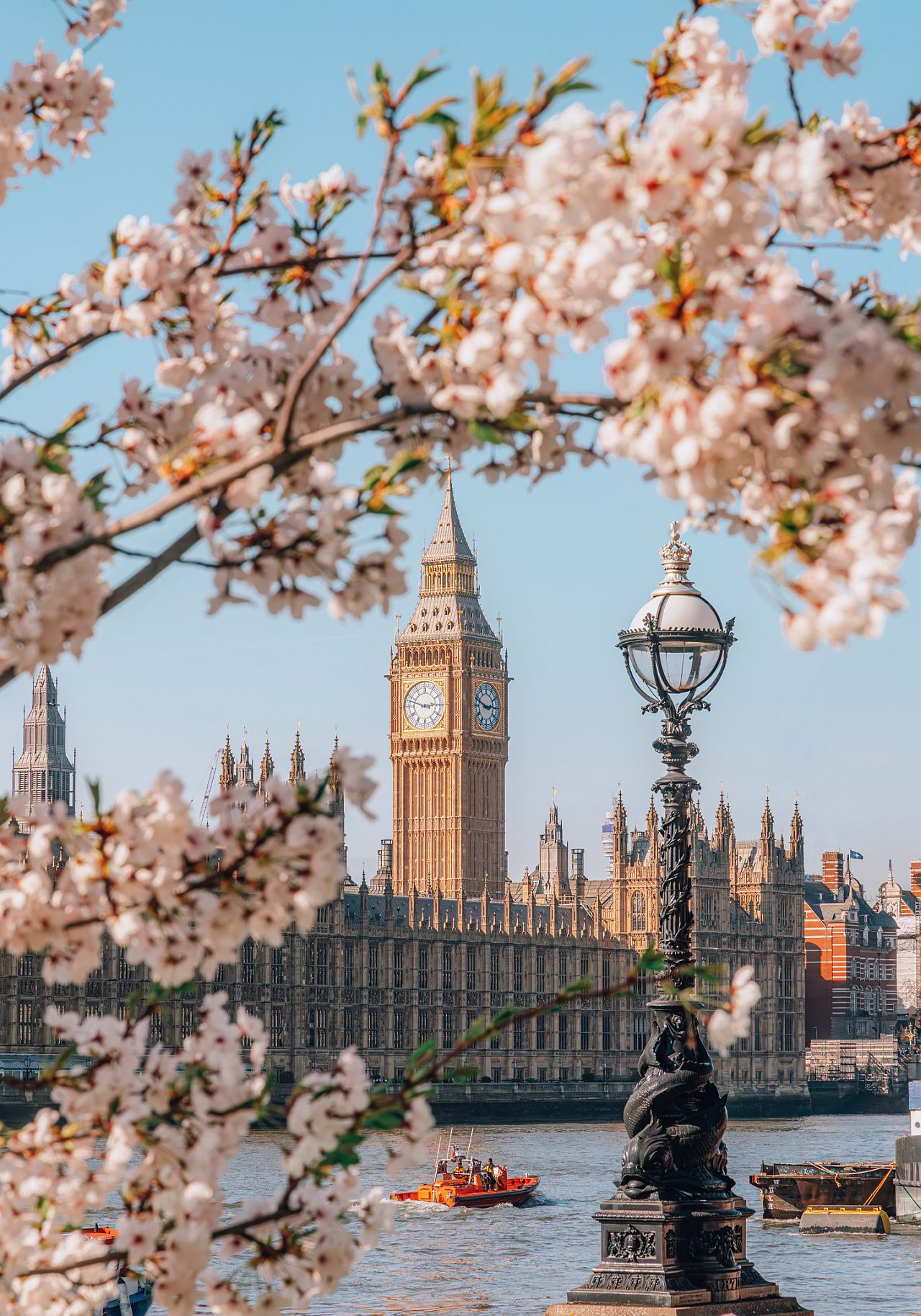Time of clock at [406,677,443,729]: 2:48
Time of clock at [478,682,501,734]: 2:48
